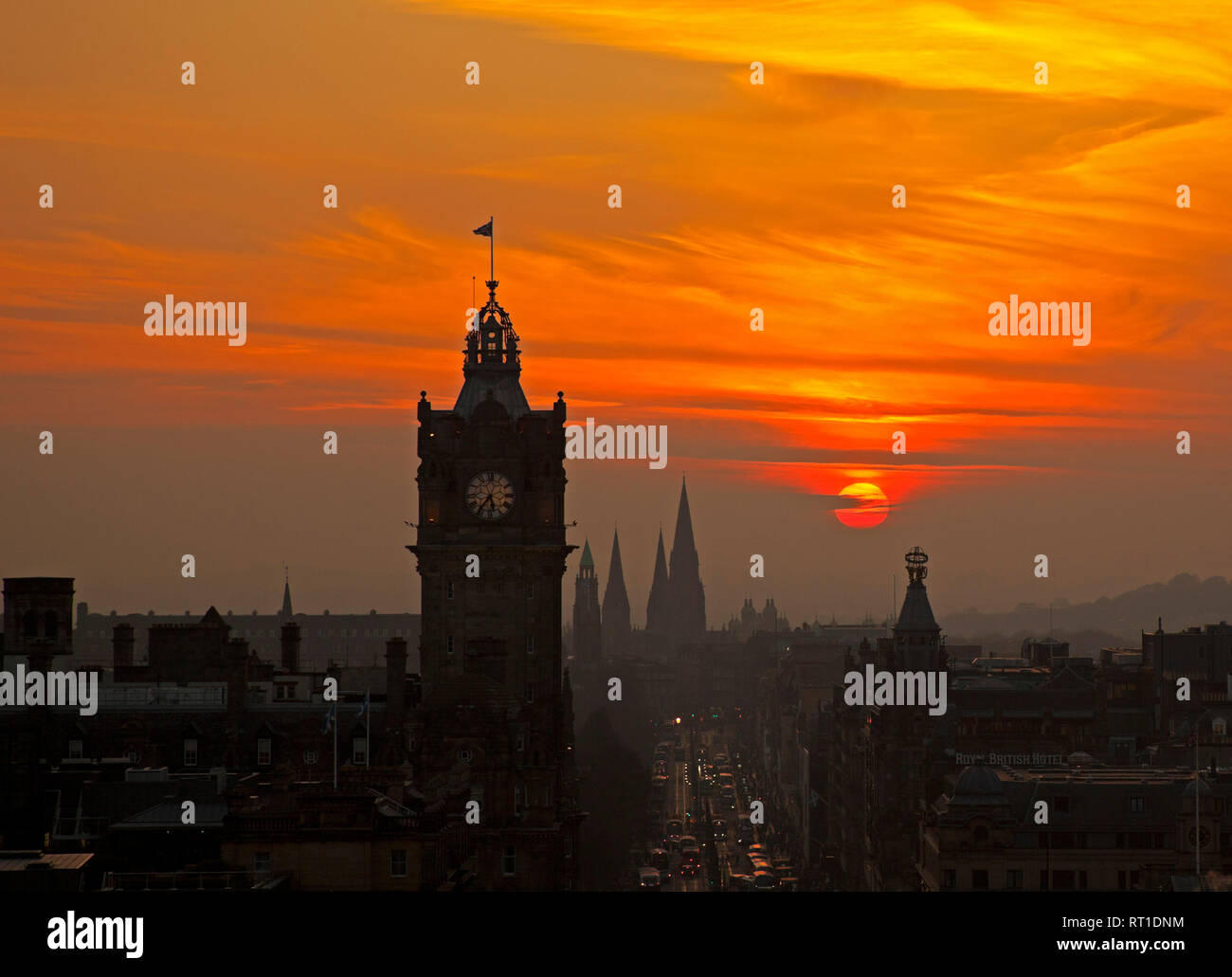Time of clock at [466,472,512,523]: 5:36
